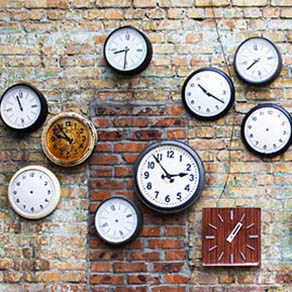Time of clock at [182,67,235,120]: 10:20
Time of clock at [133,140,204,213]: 2:53
